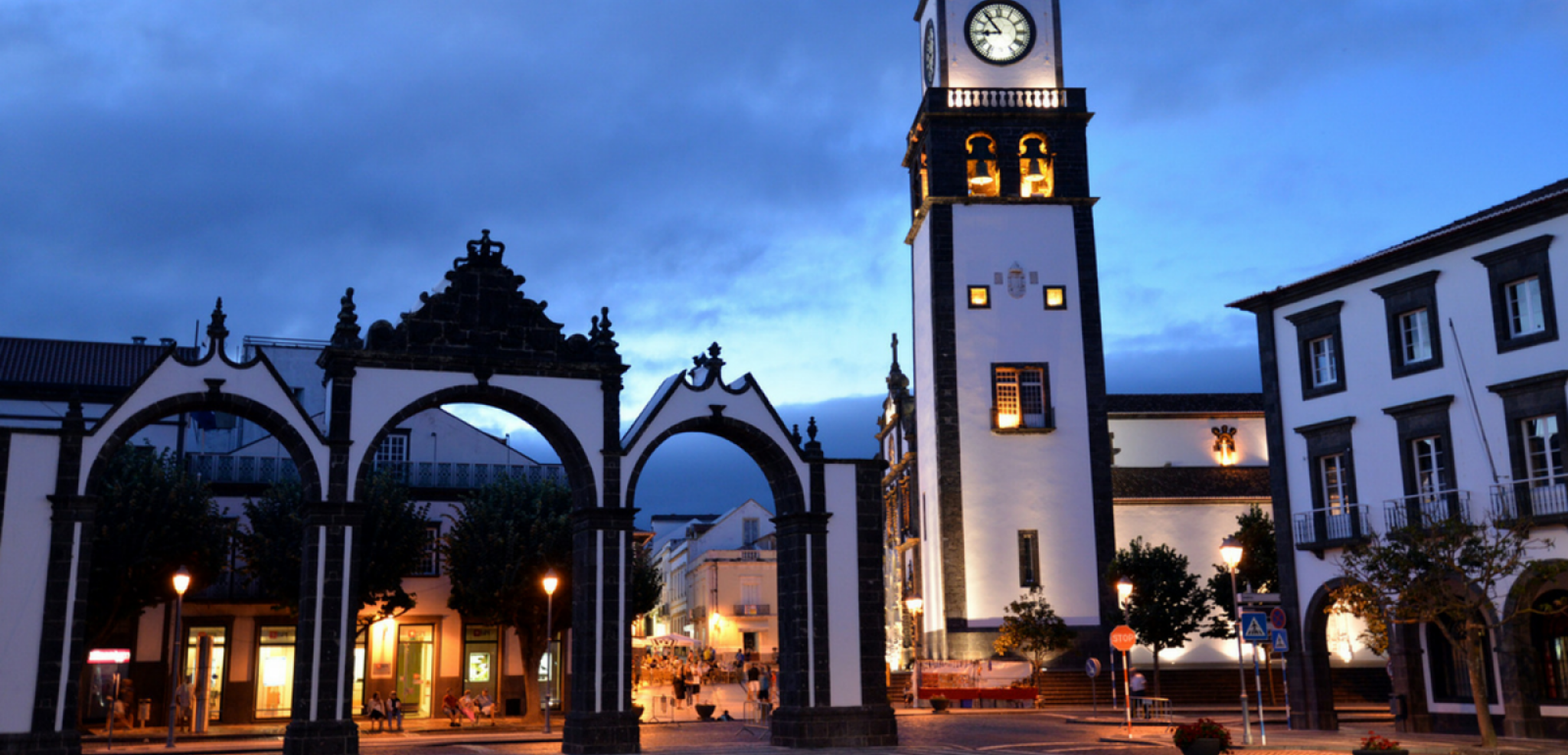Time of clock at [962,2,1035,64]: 8:53
